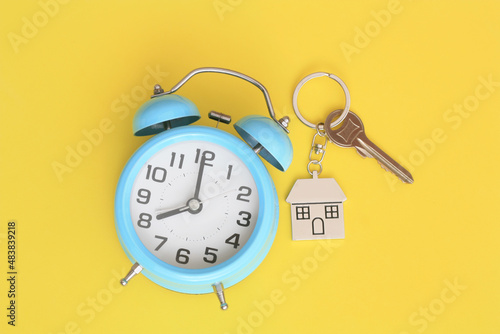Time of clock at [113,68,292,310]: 8:00
